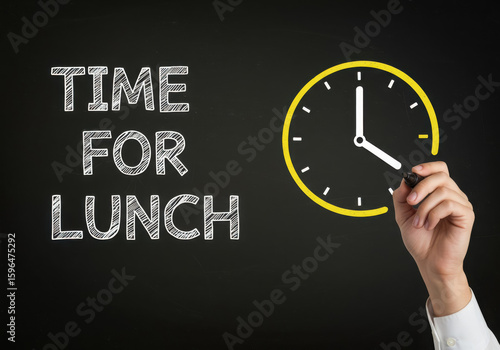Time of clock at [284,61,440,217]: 4:00
